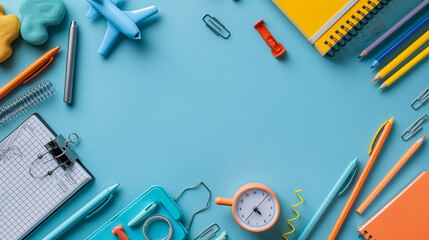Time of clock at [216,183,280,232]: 4:37
